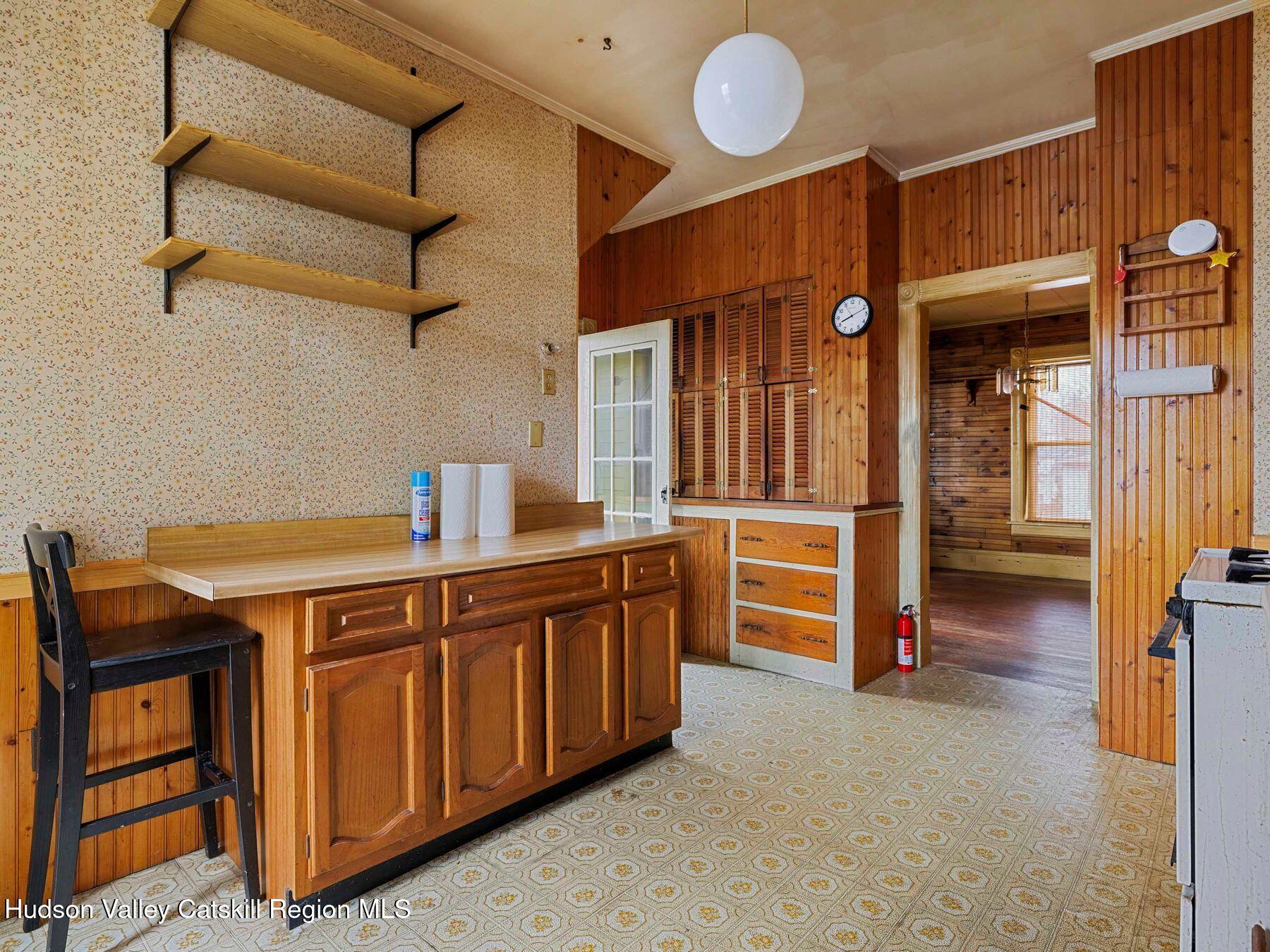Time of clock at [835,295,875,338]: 8:11
